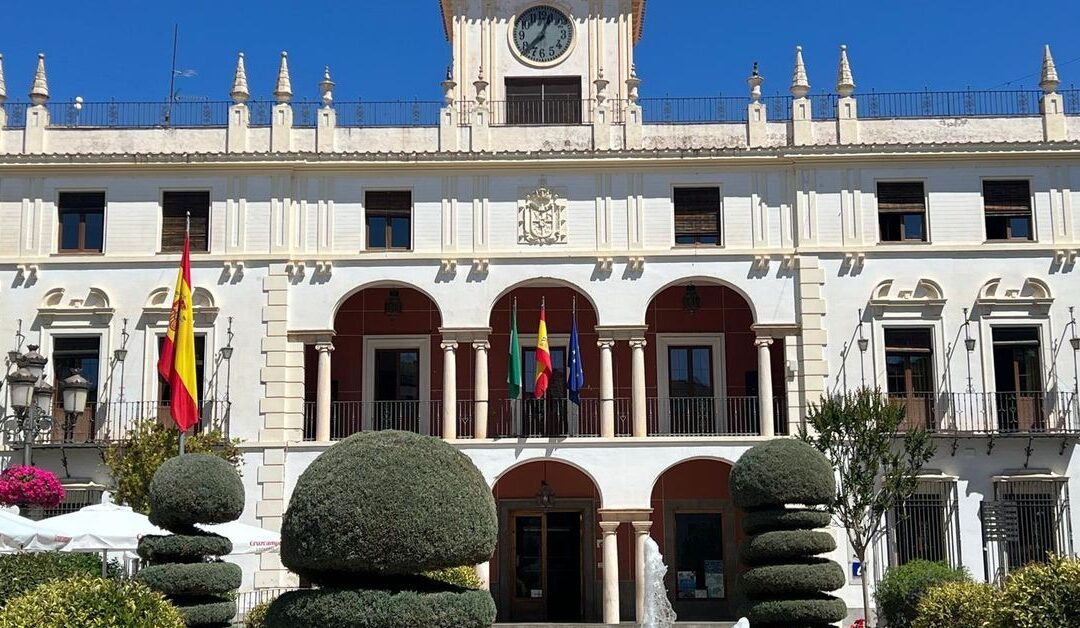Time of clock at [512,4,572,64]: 12:37
